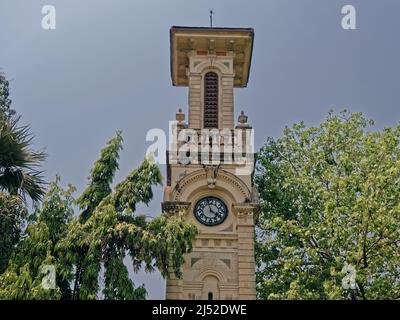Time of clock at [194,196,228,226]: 3:57
